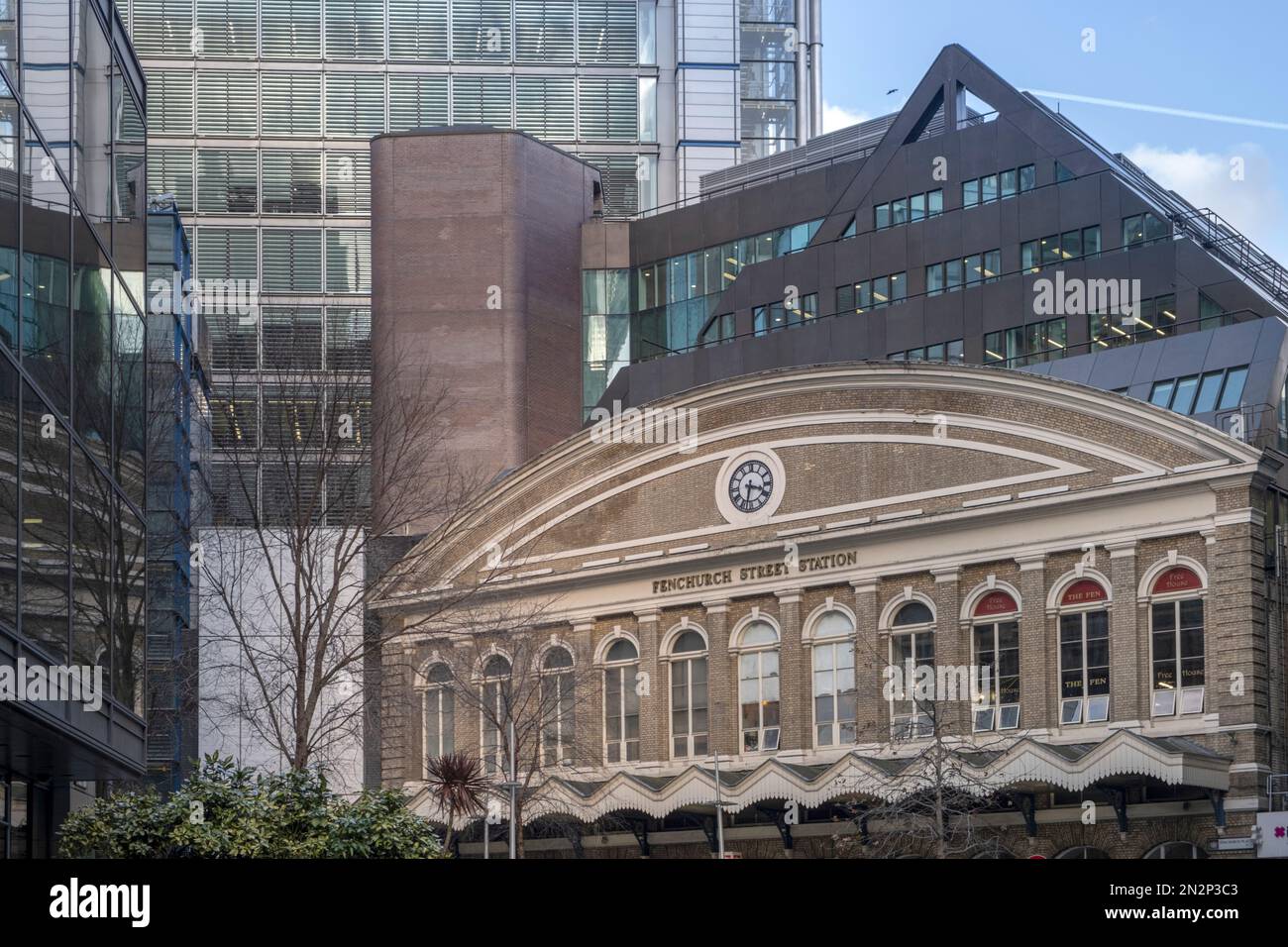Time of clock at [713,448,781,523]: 3:32
